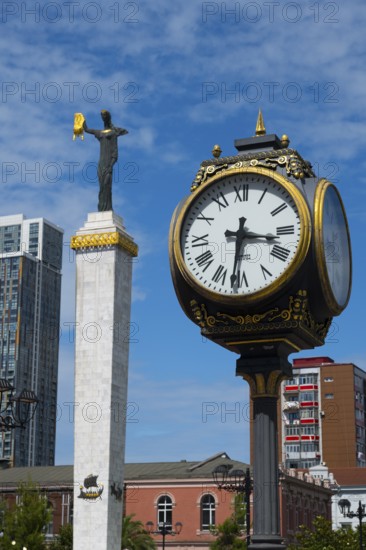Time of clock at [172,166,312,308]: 3:31
